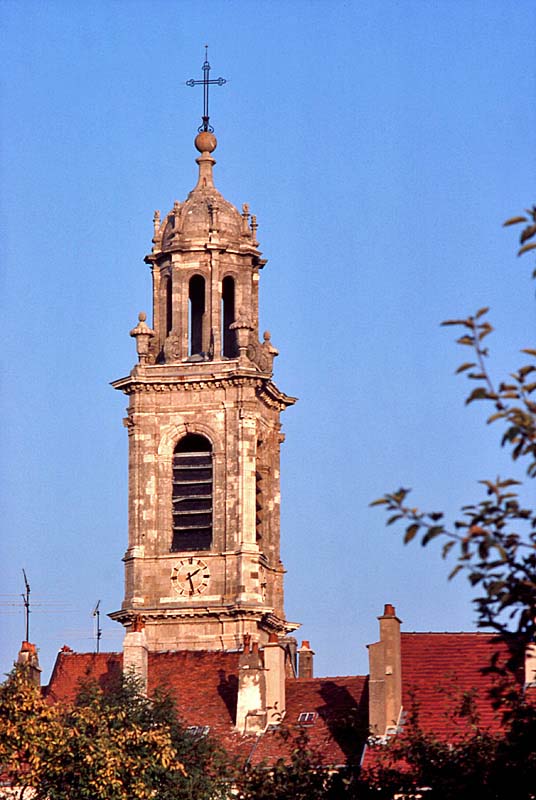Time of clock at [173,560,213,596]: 1:28
